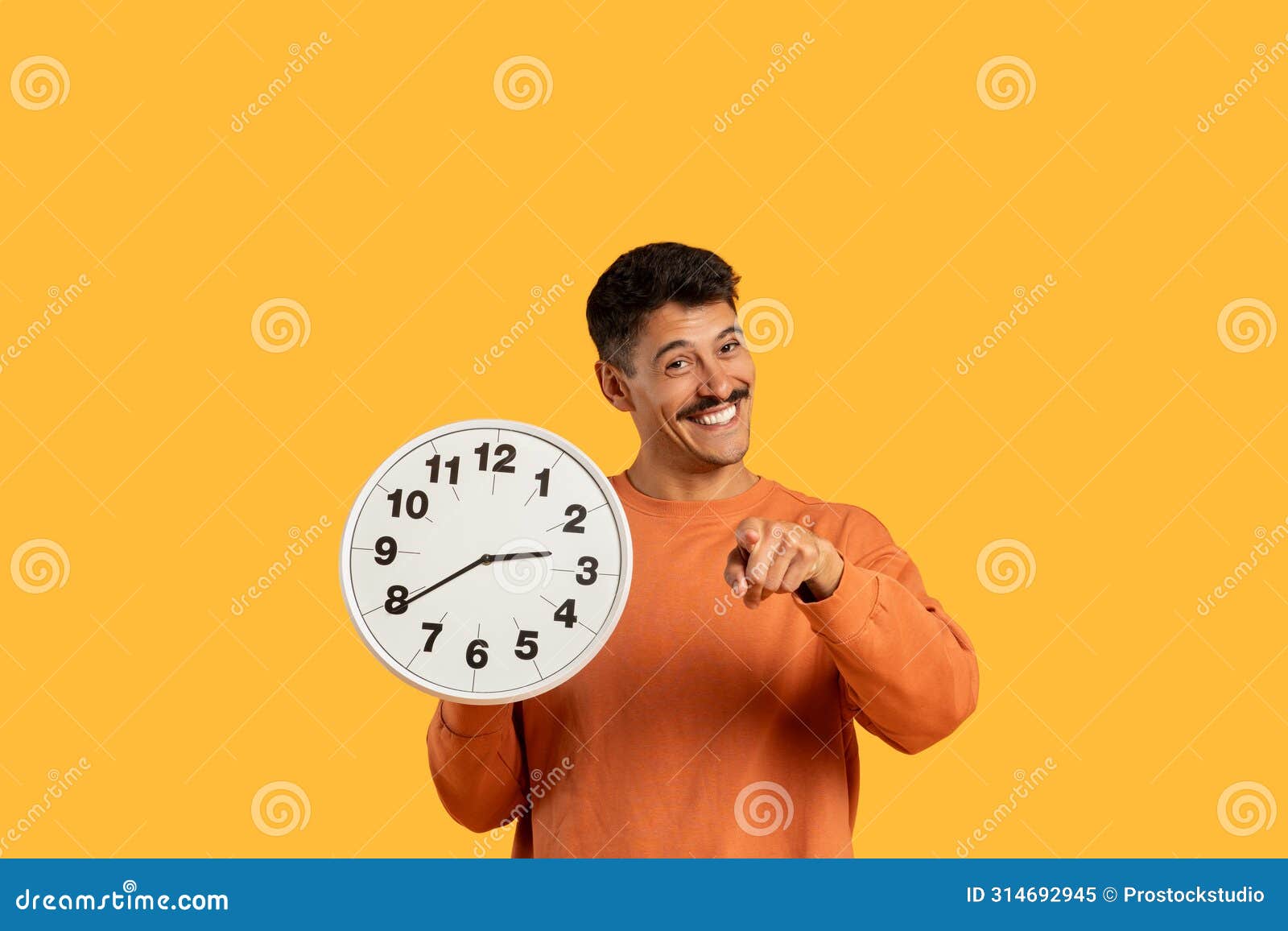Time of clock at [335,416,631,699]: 2:39
